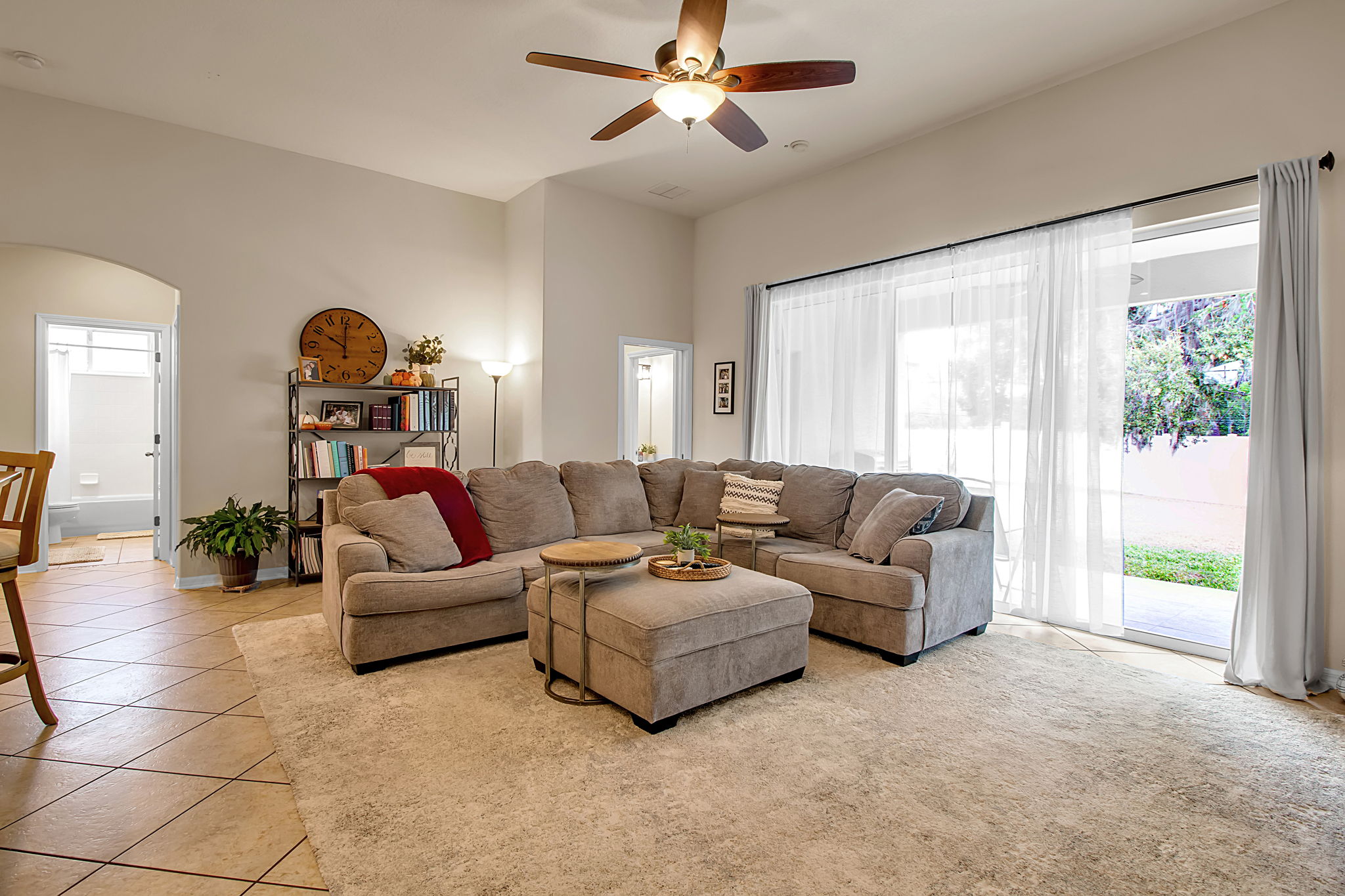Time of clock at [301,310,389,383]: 10:00
